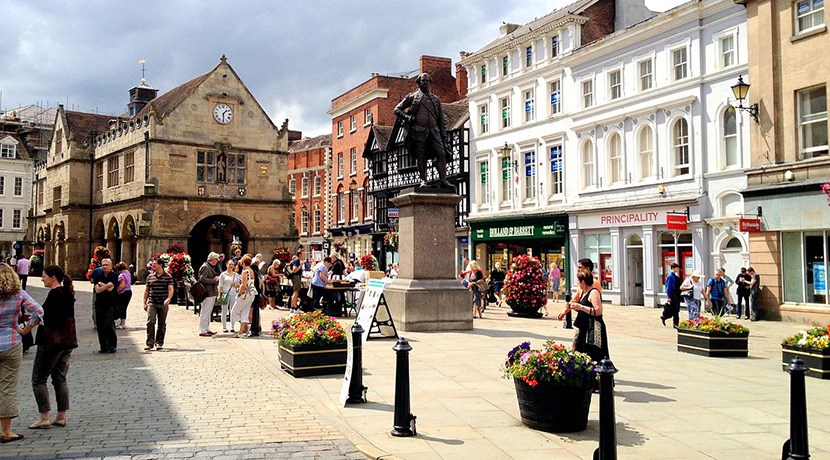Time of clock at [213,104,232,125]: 1:29
